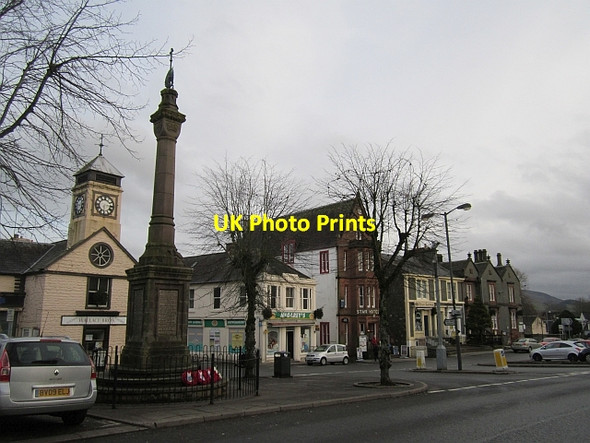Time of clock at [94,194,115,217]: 6:14
